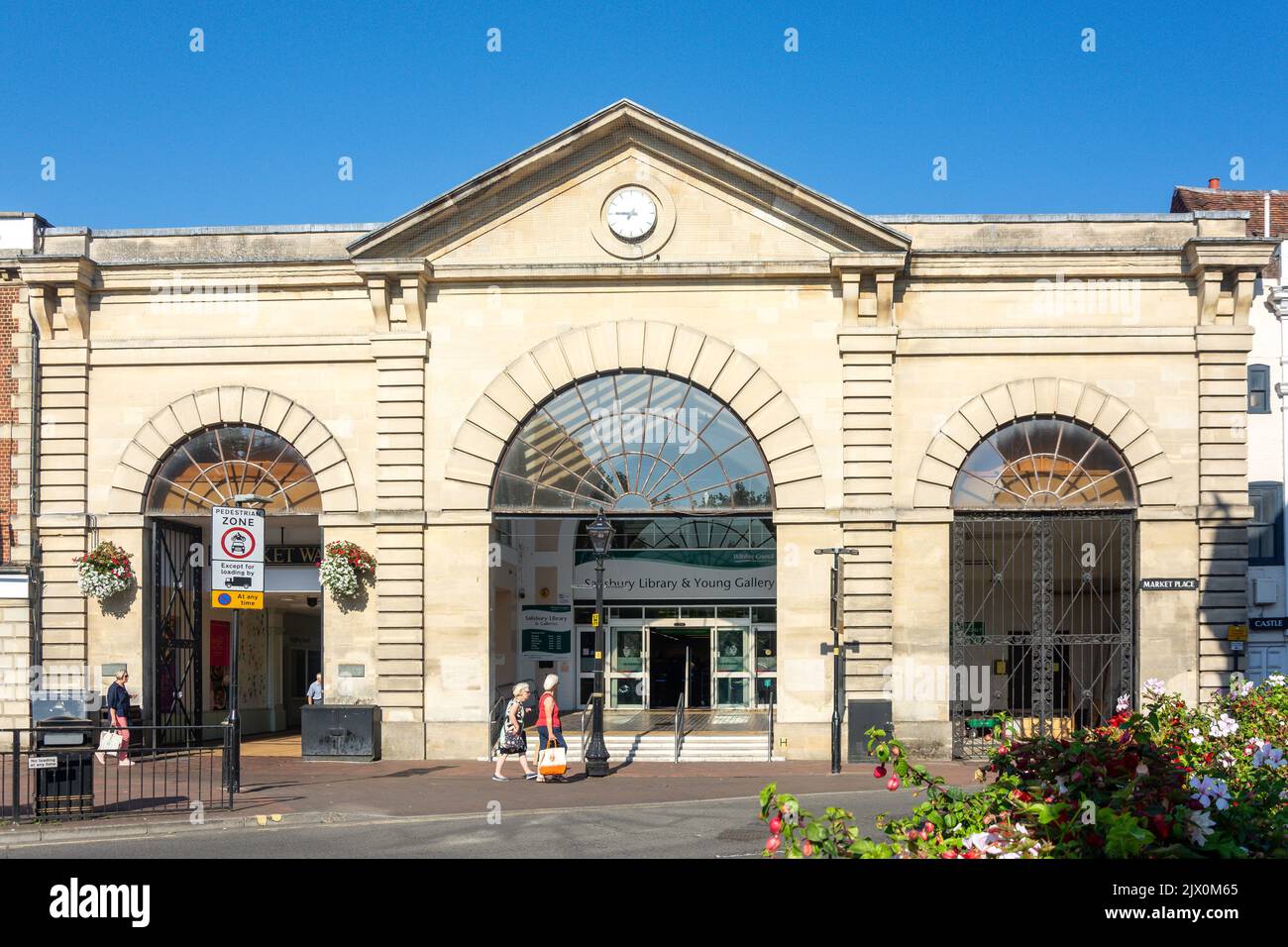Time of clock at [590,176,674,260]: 6:45
